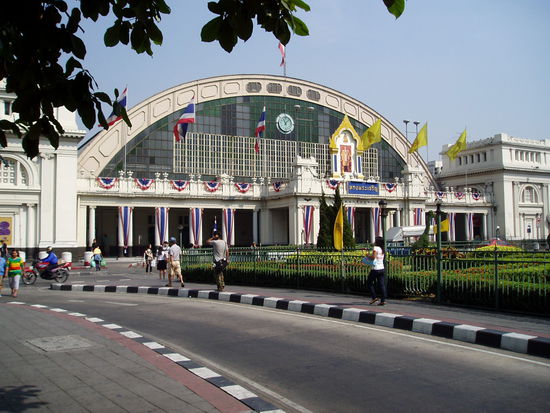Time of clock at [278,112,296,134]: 11:07
